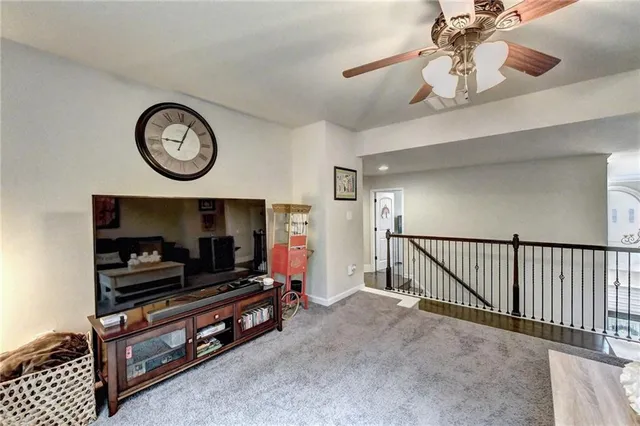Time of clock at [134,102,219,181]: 9:04
